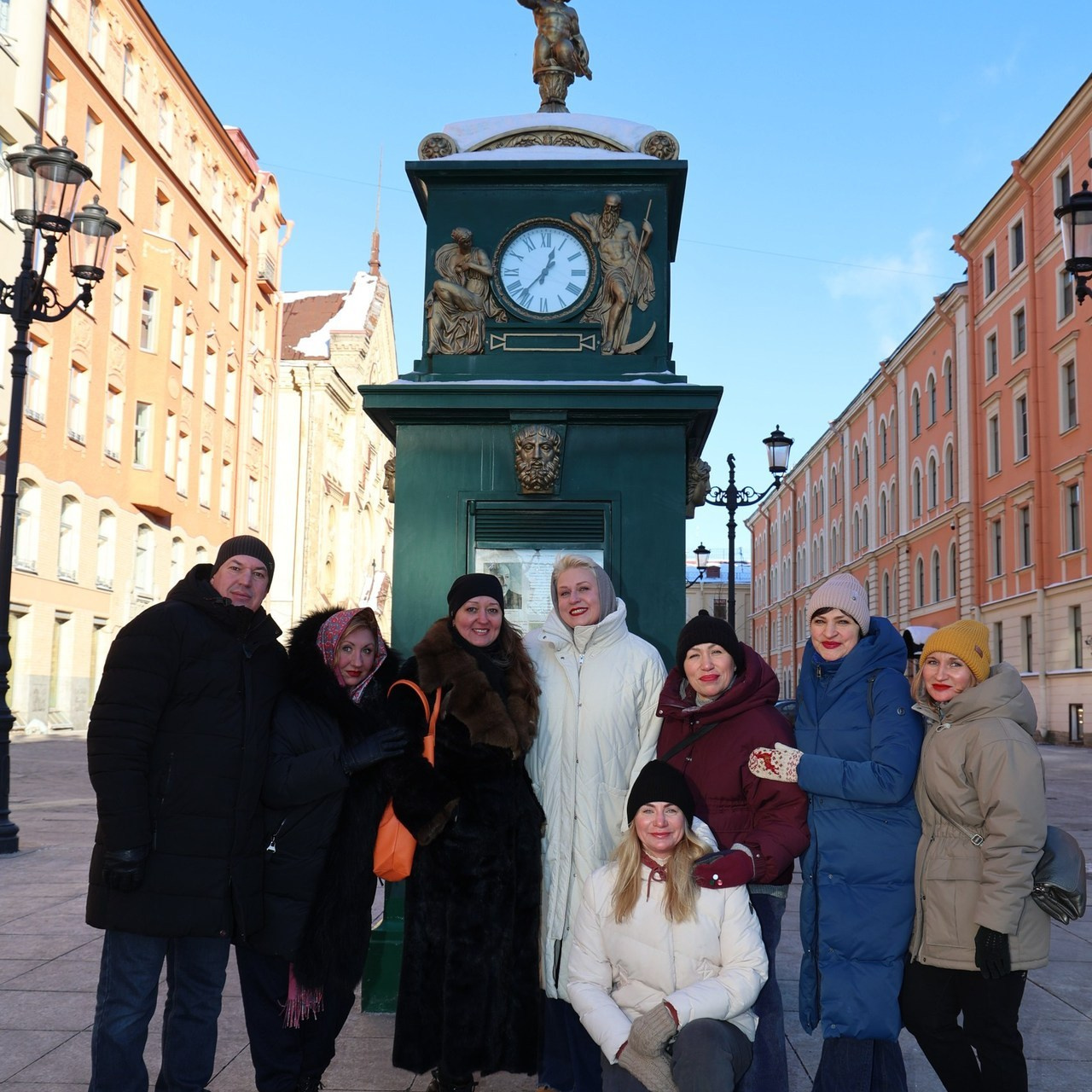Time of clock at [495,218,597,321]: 12:36
